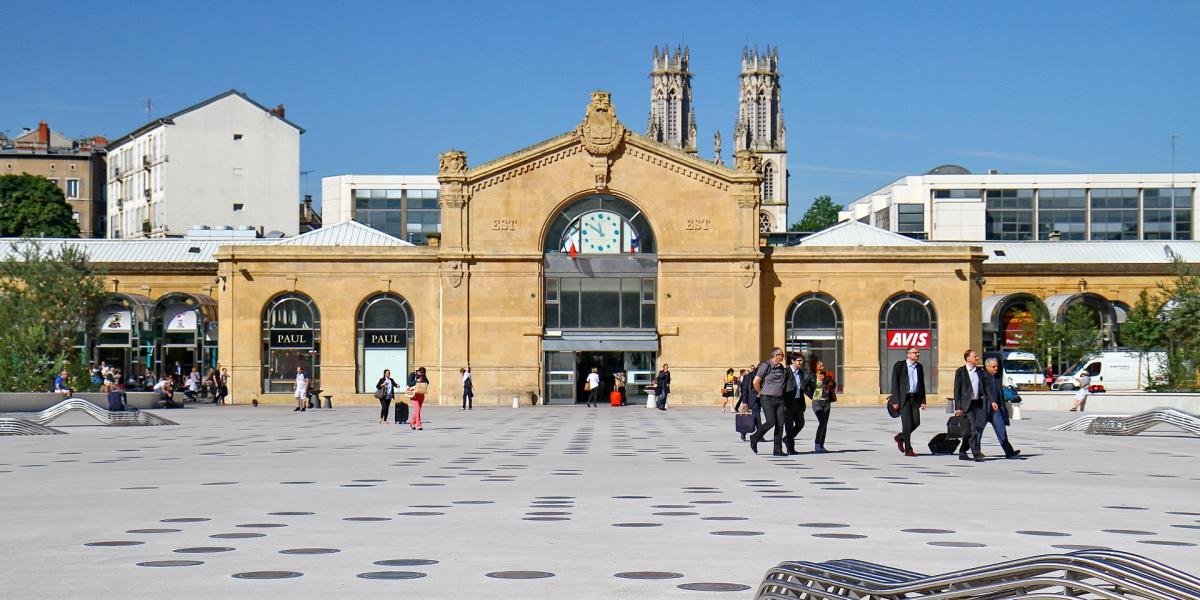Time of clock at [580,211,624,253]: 11:50
